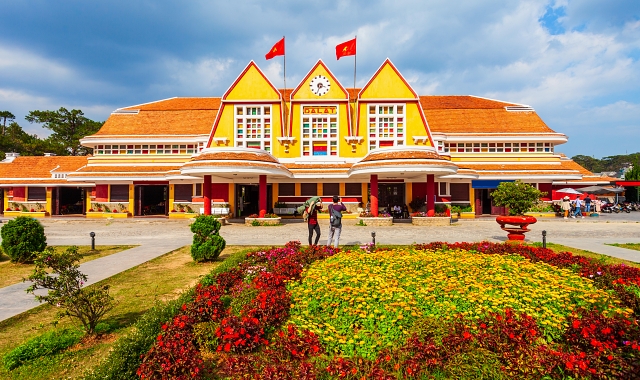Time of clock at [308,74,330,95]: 3:33
